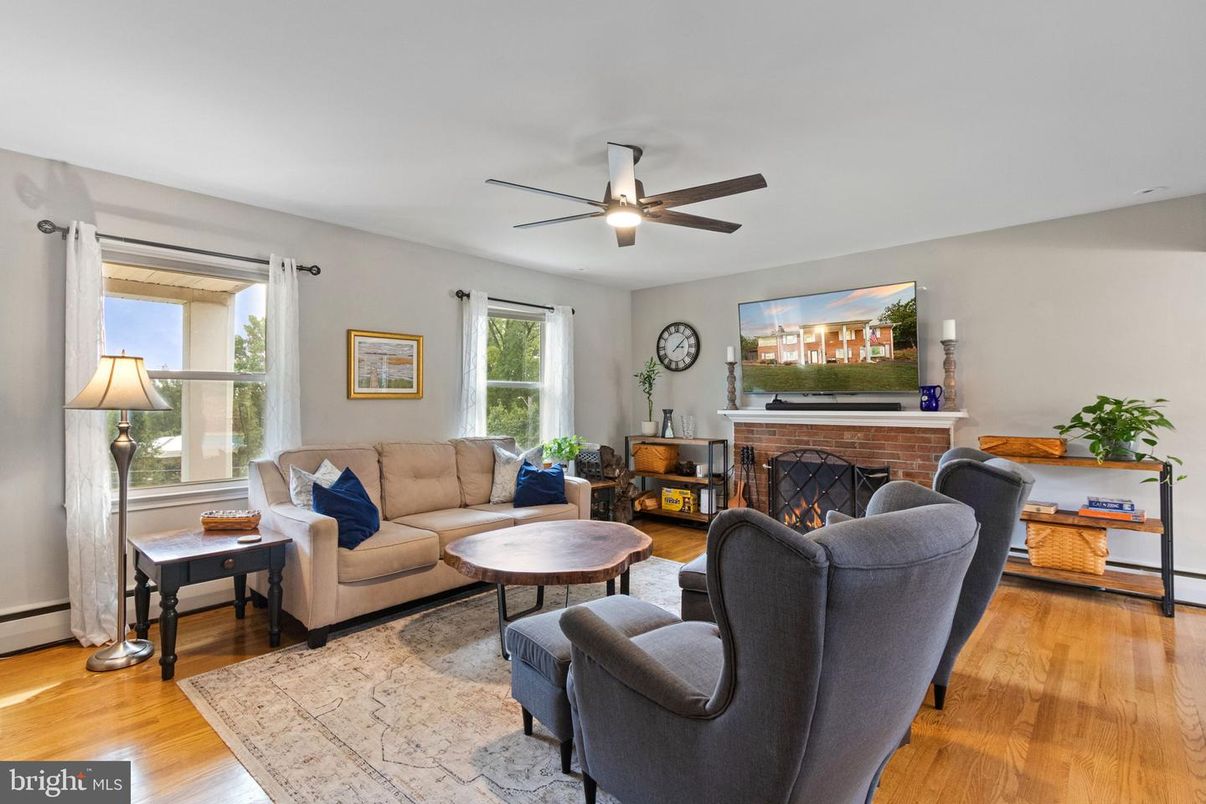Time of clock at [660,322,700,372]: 3:08
